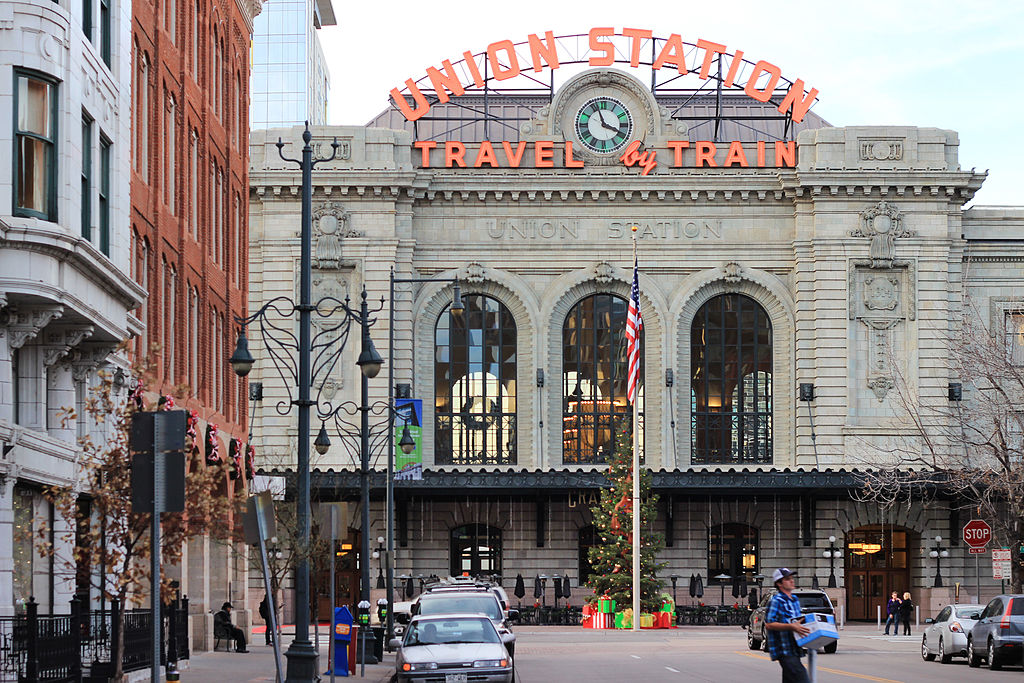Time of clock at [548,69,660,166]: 3:57
